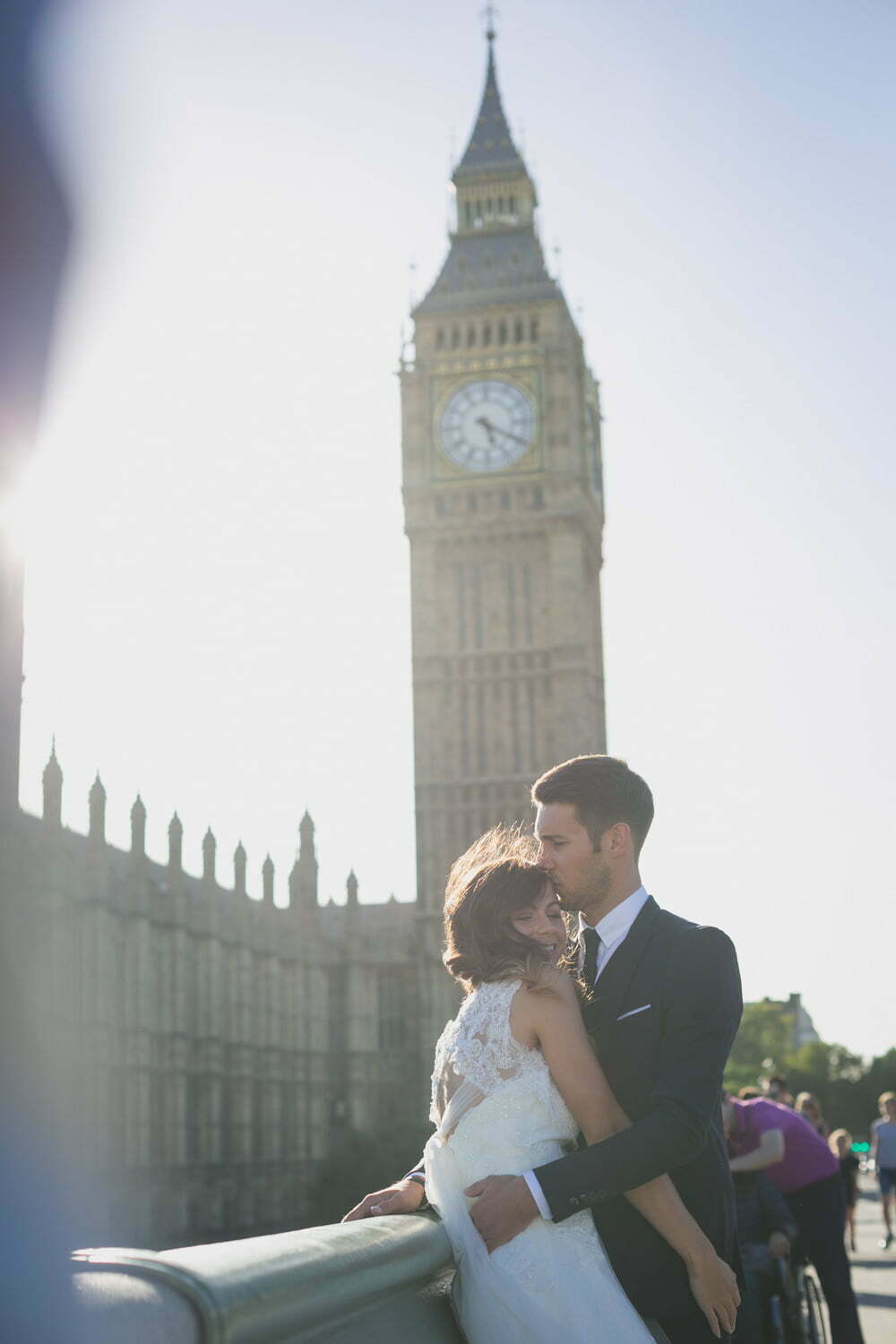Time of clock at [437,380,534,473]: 5:19
